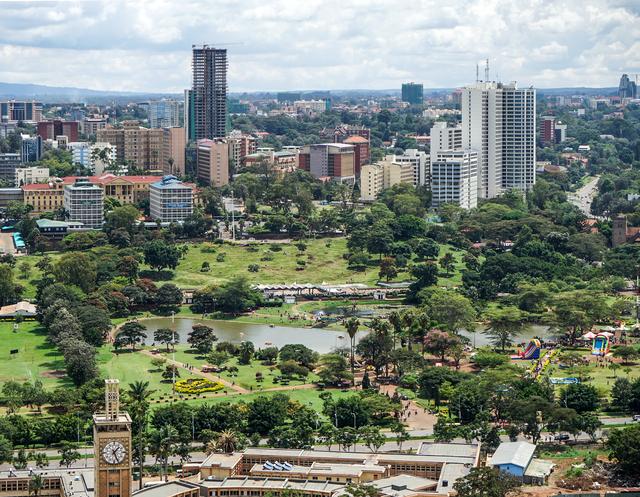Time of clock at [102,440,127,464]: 1:26
